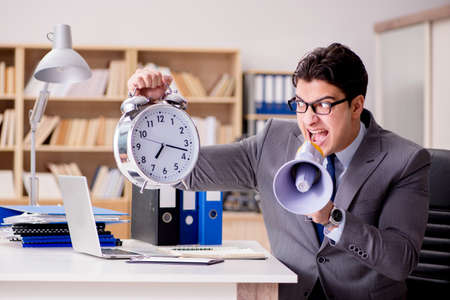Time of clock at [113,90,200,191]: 7:17
